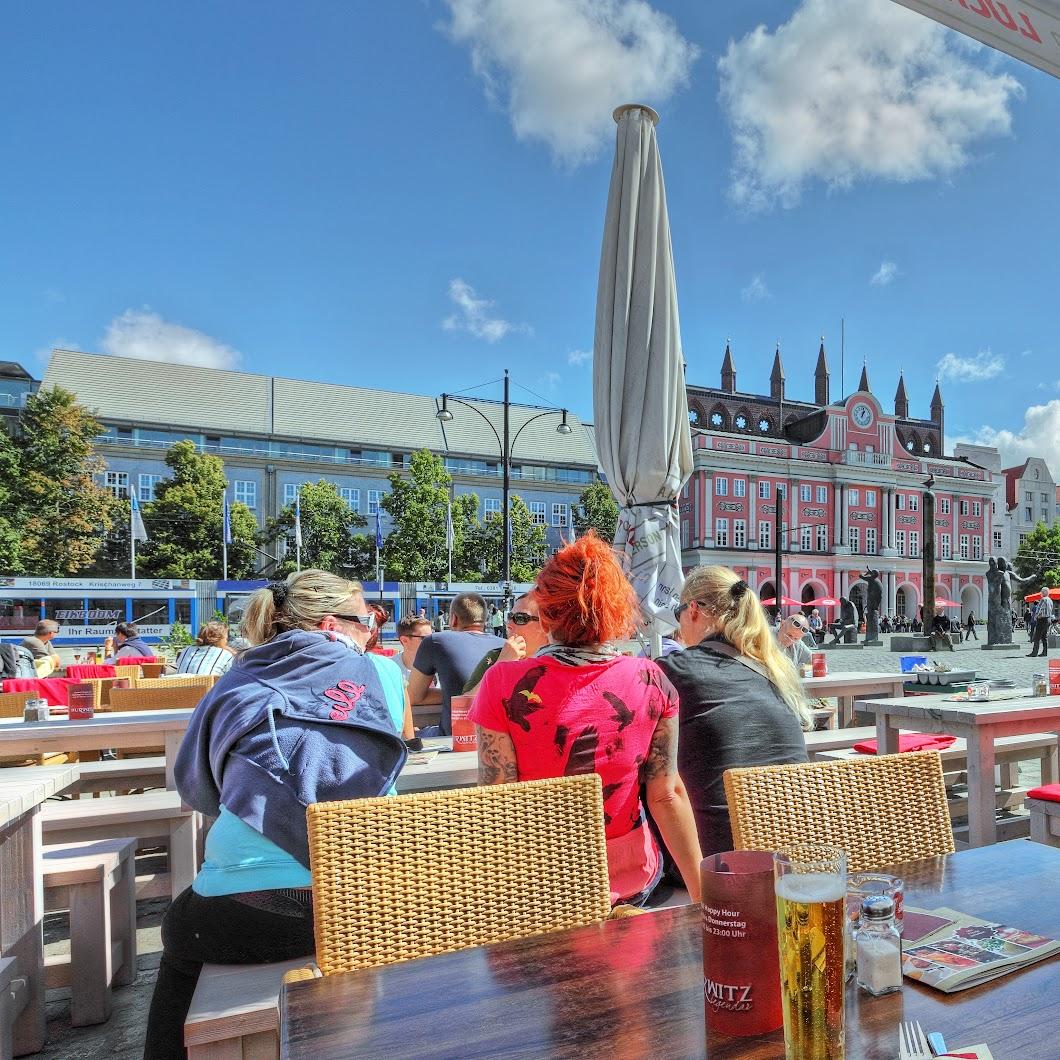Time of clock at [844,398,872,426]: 1:02
